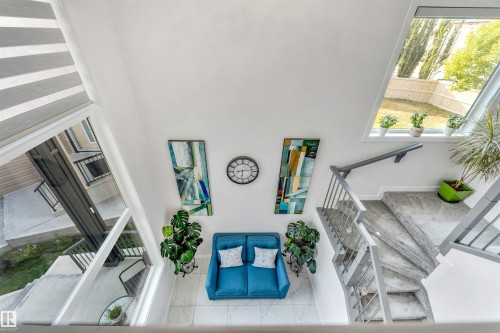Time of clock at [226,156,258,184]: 6:13
